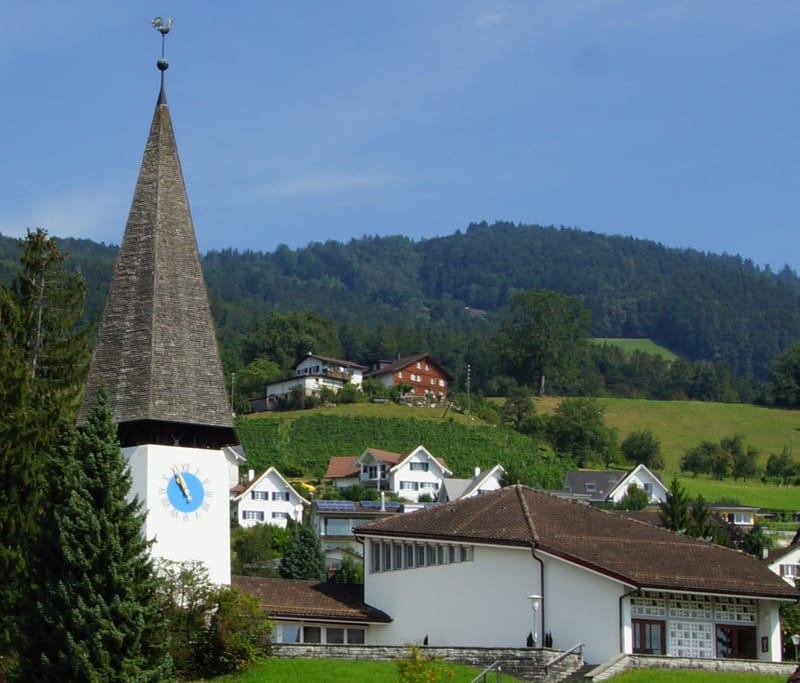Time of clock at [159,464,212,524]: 10:56
